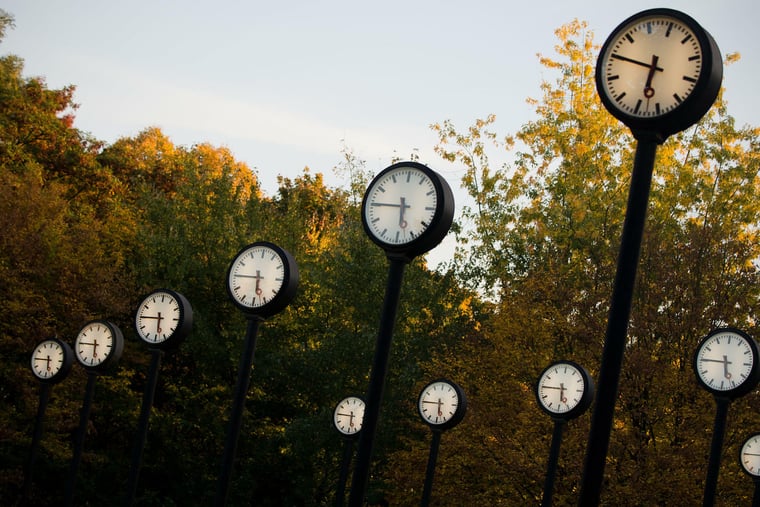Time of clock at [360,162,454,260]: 5:45
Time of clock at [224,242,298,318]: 5:45
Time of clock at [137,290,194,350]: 5:45
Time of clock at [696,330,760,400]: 5:45
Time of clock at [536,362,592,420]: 5:45
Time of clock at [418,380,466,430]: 5:45
